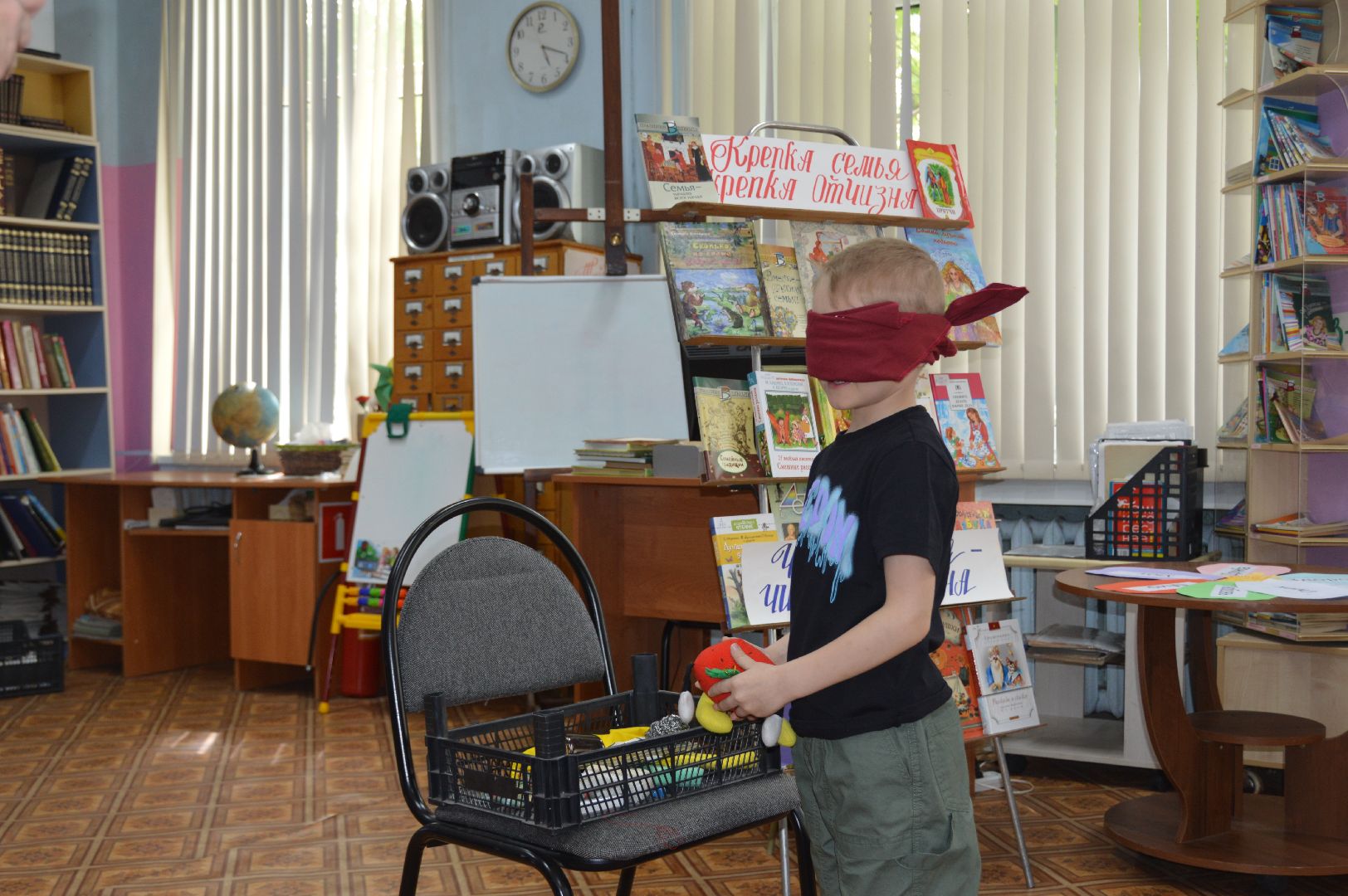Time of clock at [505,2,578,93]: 5:18
